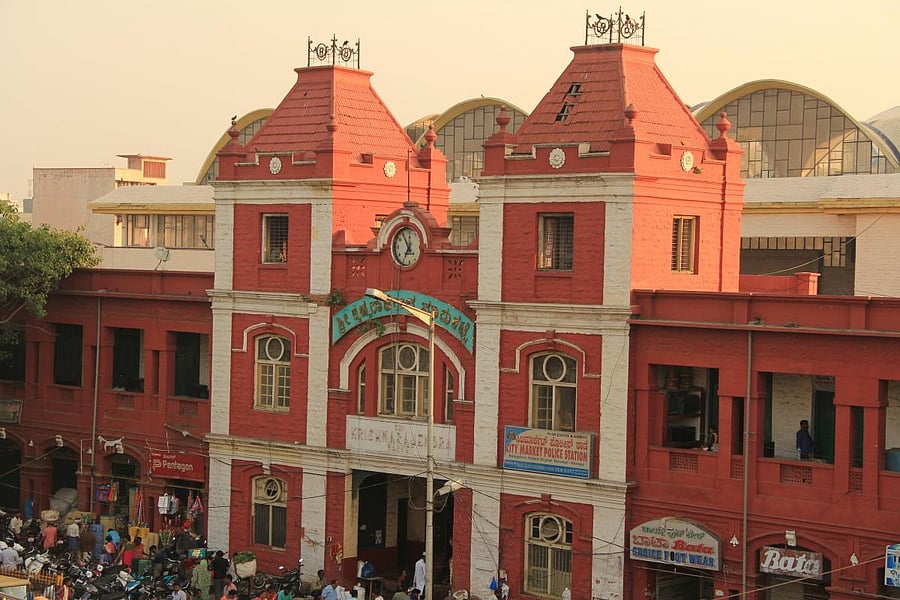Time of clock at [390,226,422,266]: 6:54
